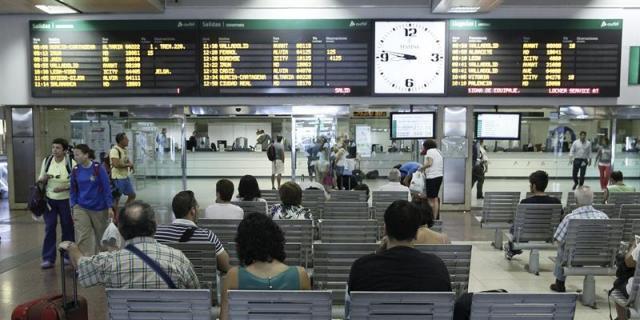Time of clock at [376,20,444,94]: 8:46
